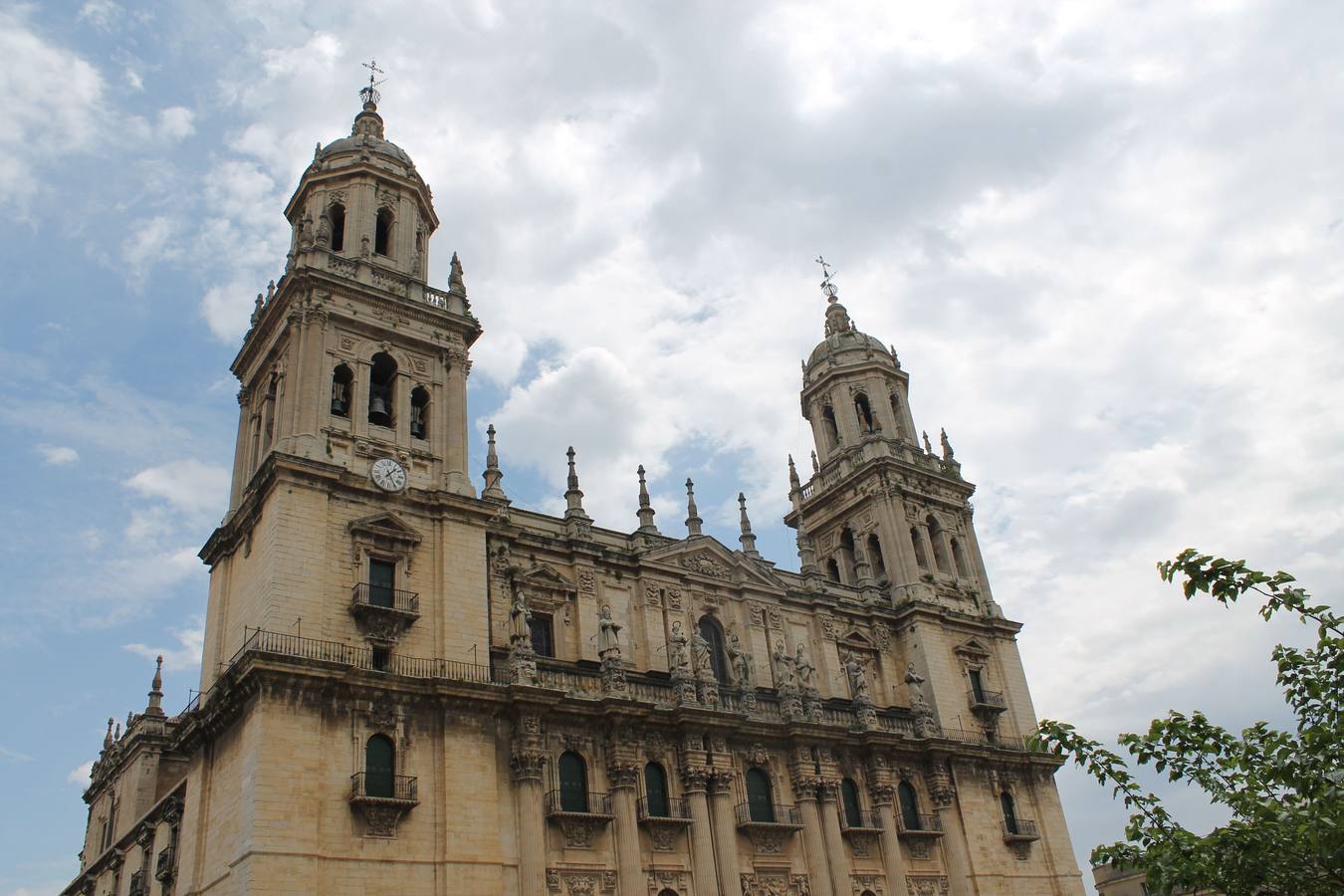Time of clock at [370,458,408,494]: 1:25
